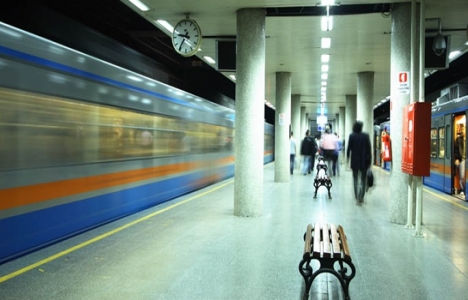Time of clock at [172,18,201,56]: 9:35
